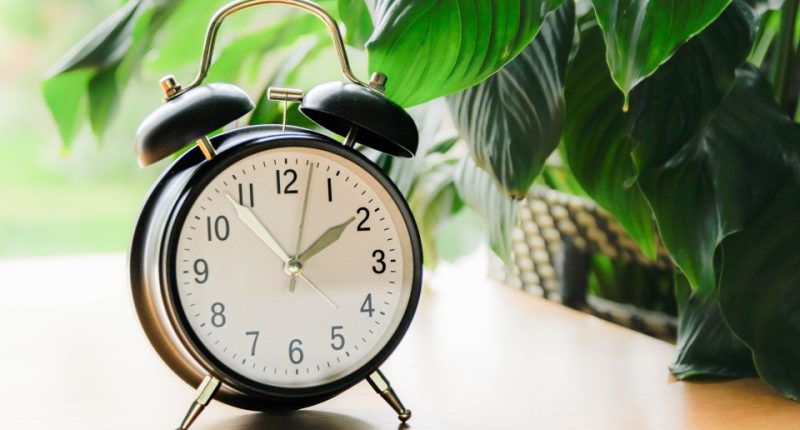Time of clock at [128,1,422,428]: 1:53
